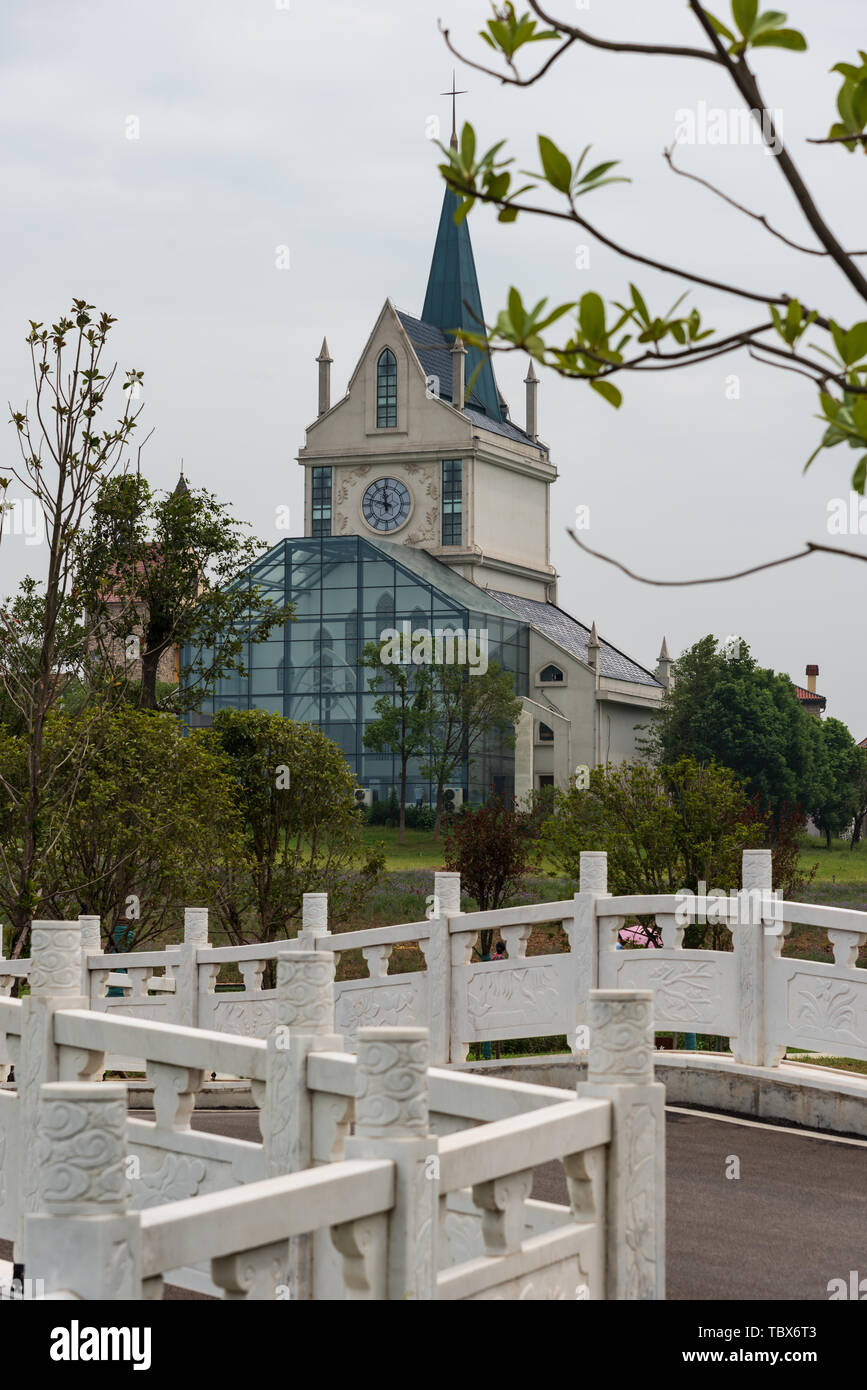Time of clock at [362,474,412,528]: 11:47
